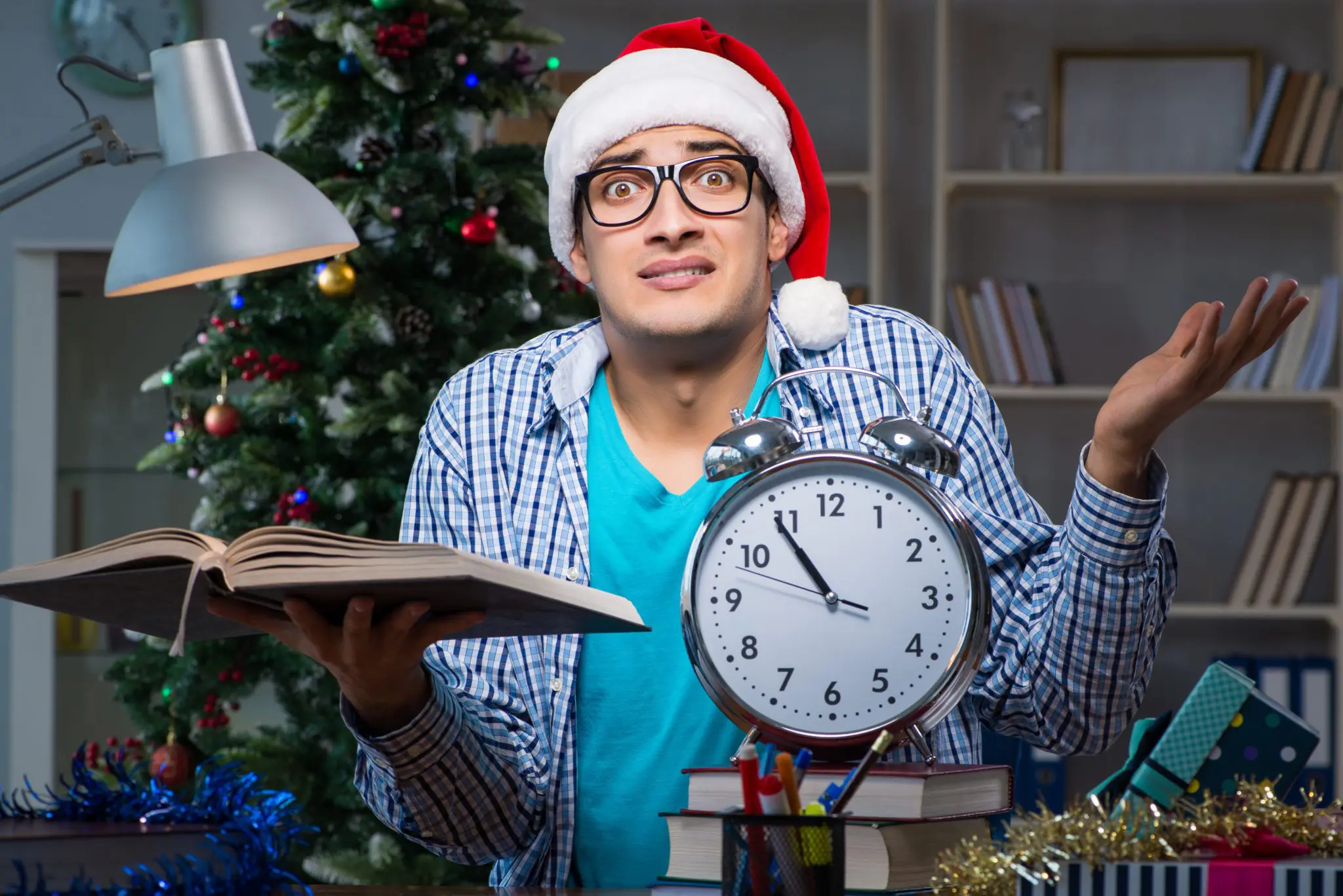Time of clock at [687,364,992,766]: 10:54
